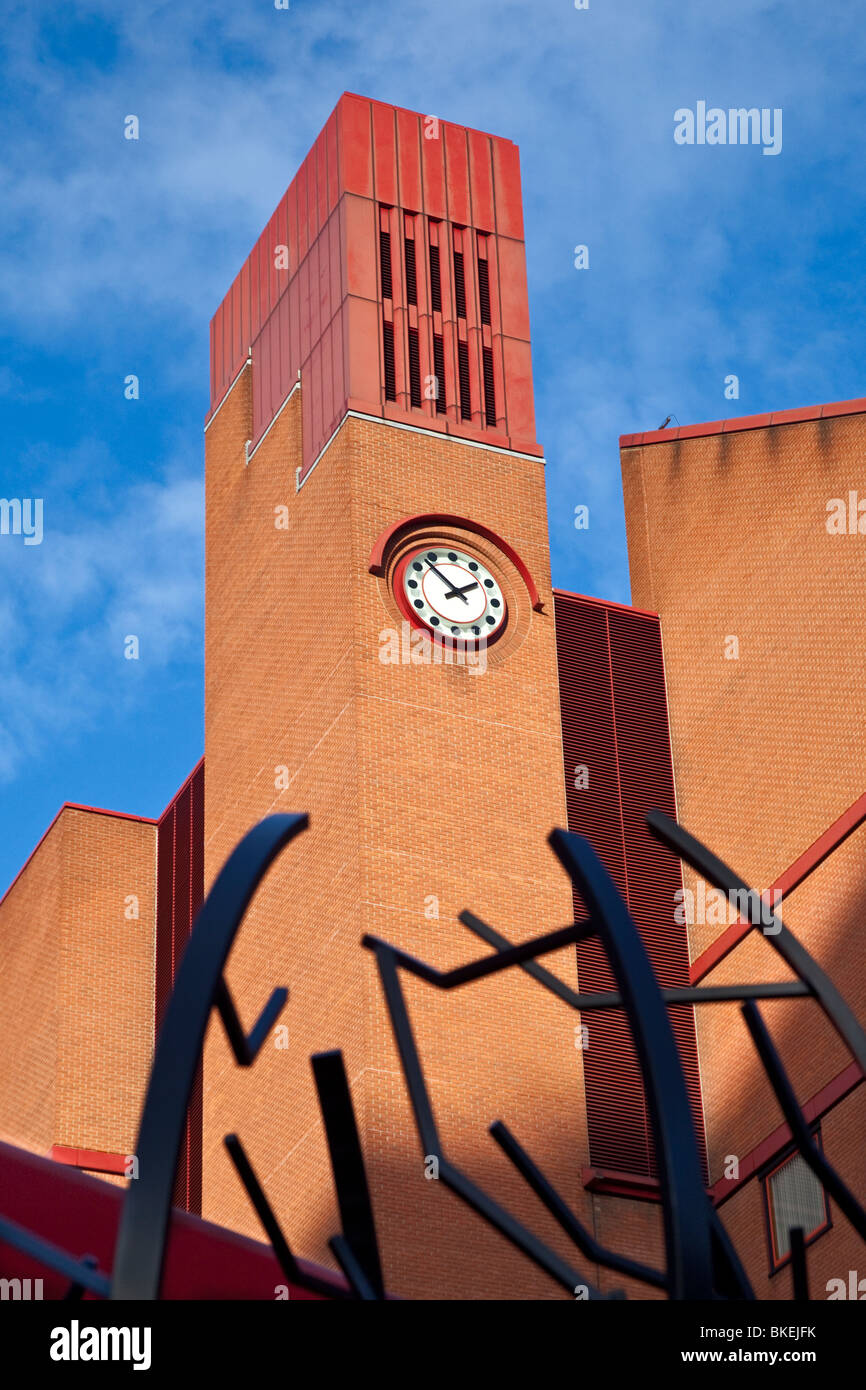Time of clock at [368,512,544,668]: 1:52
